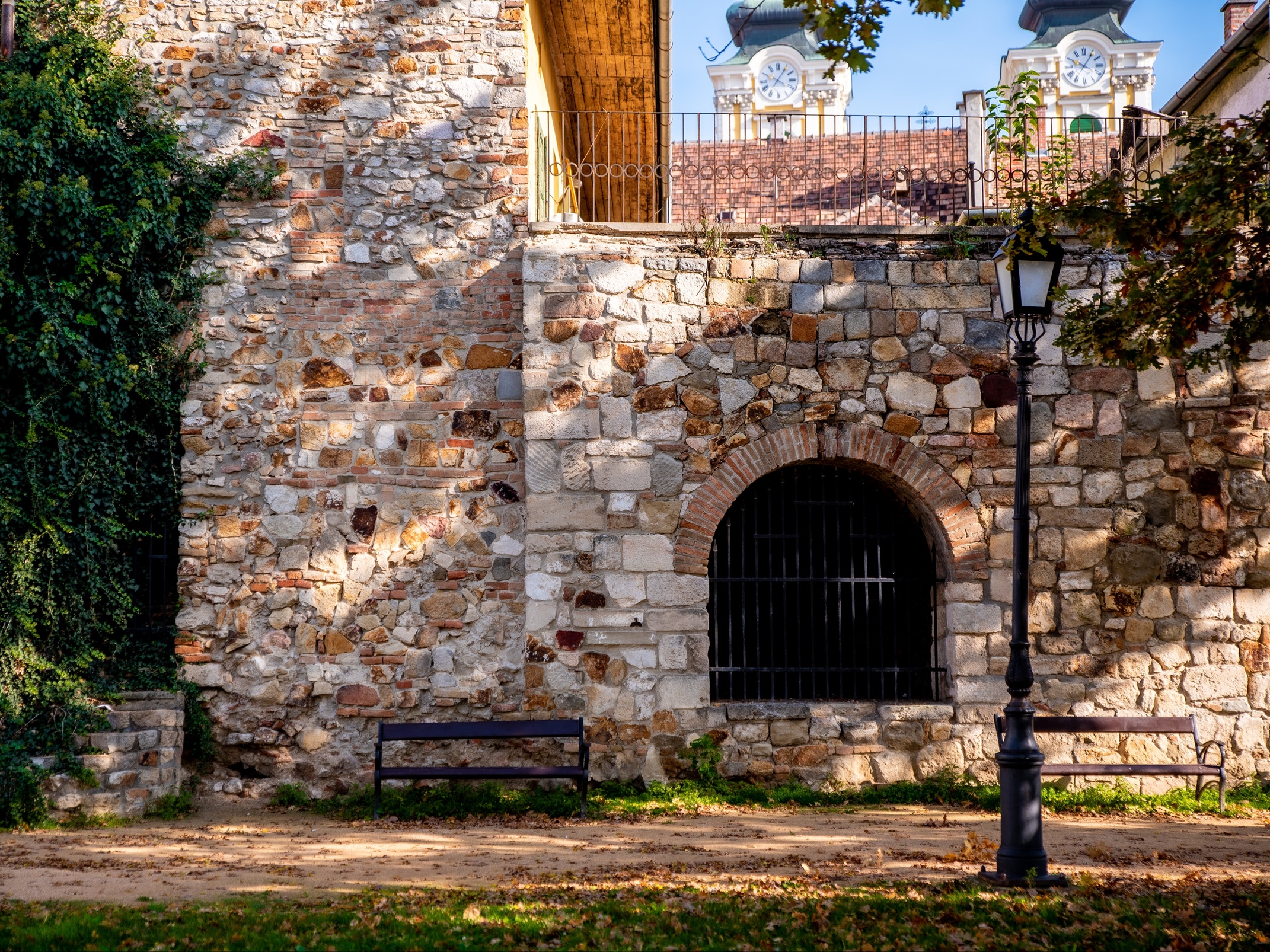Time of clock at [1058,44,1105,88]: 10:05
